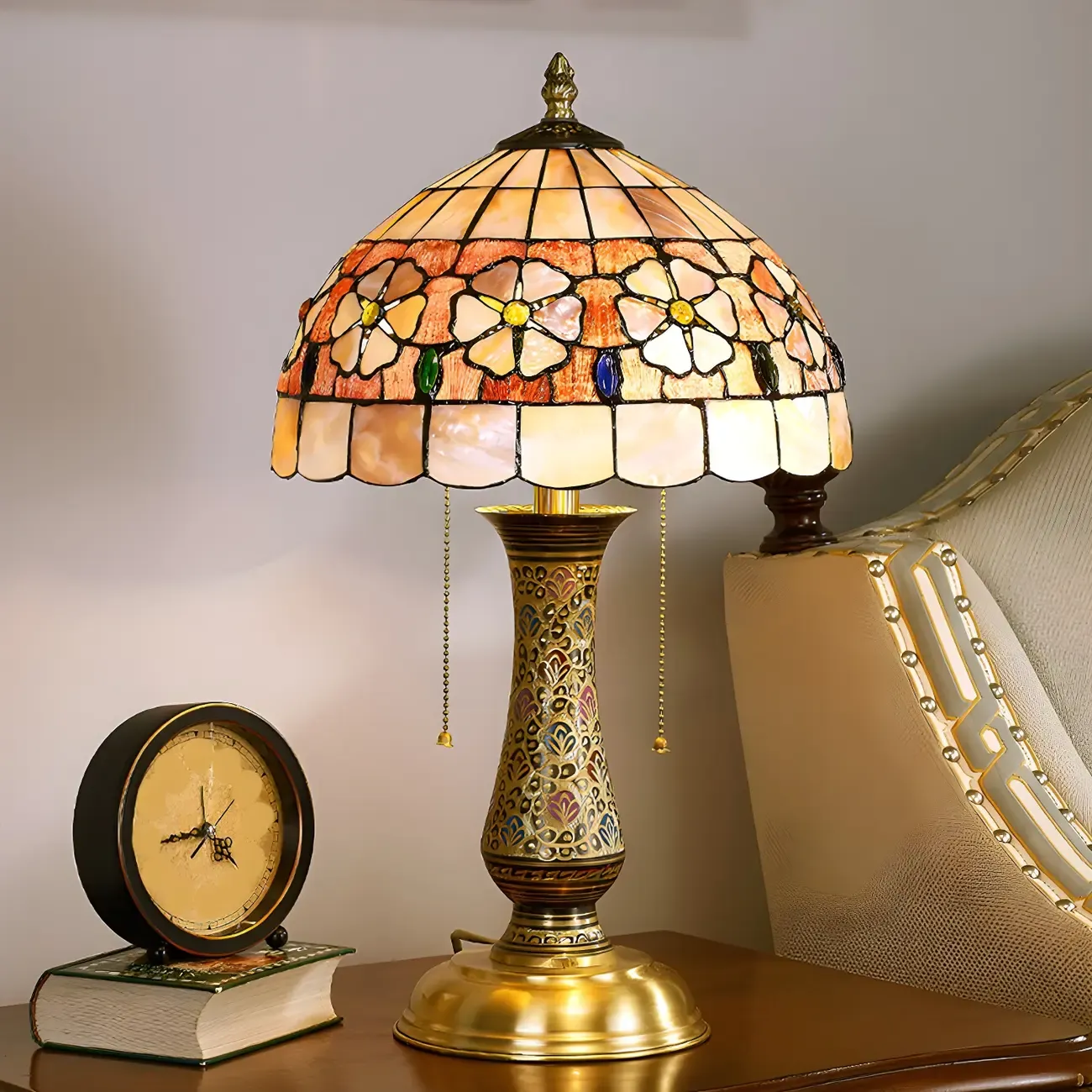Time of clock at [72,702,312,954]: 4:42
